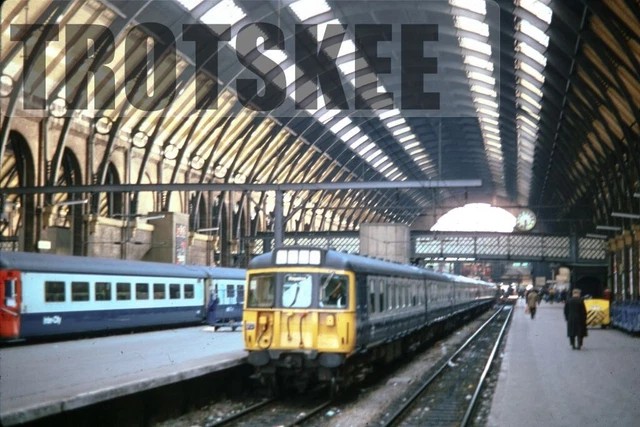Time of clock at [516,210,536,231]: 5:31
